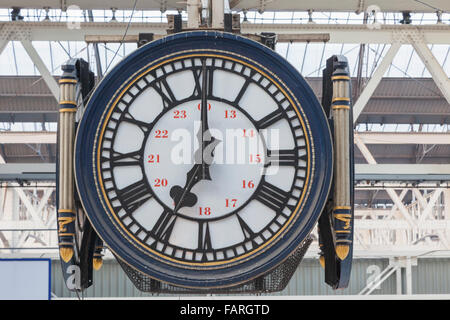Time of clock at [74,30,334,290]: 6:59
